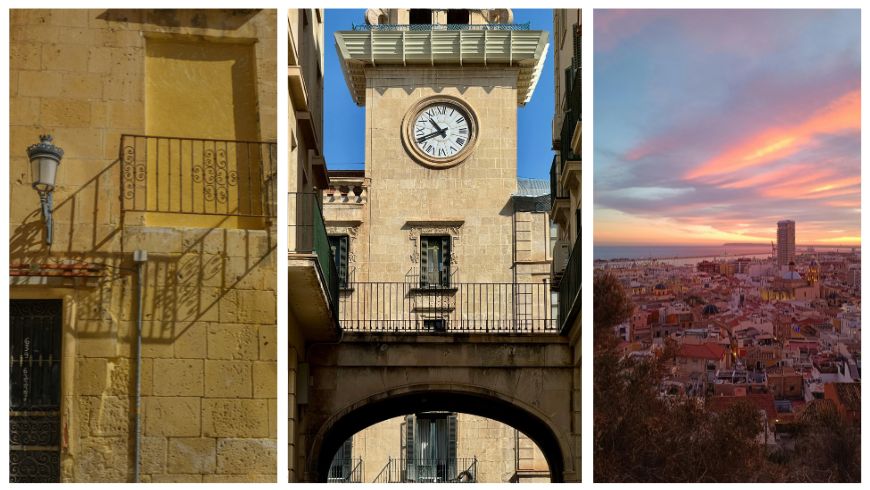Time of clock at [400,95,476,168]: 10:41
